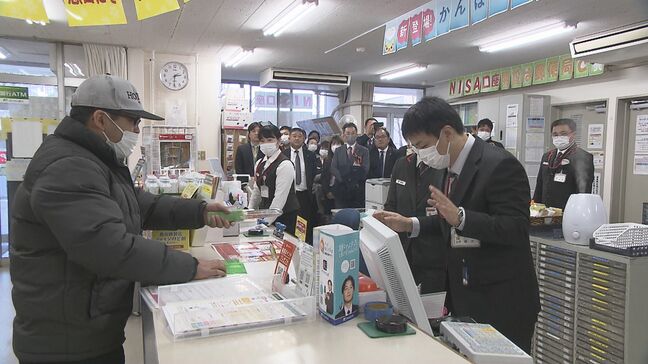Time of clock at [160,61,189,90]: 2:30
